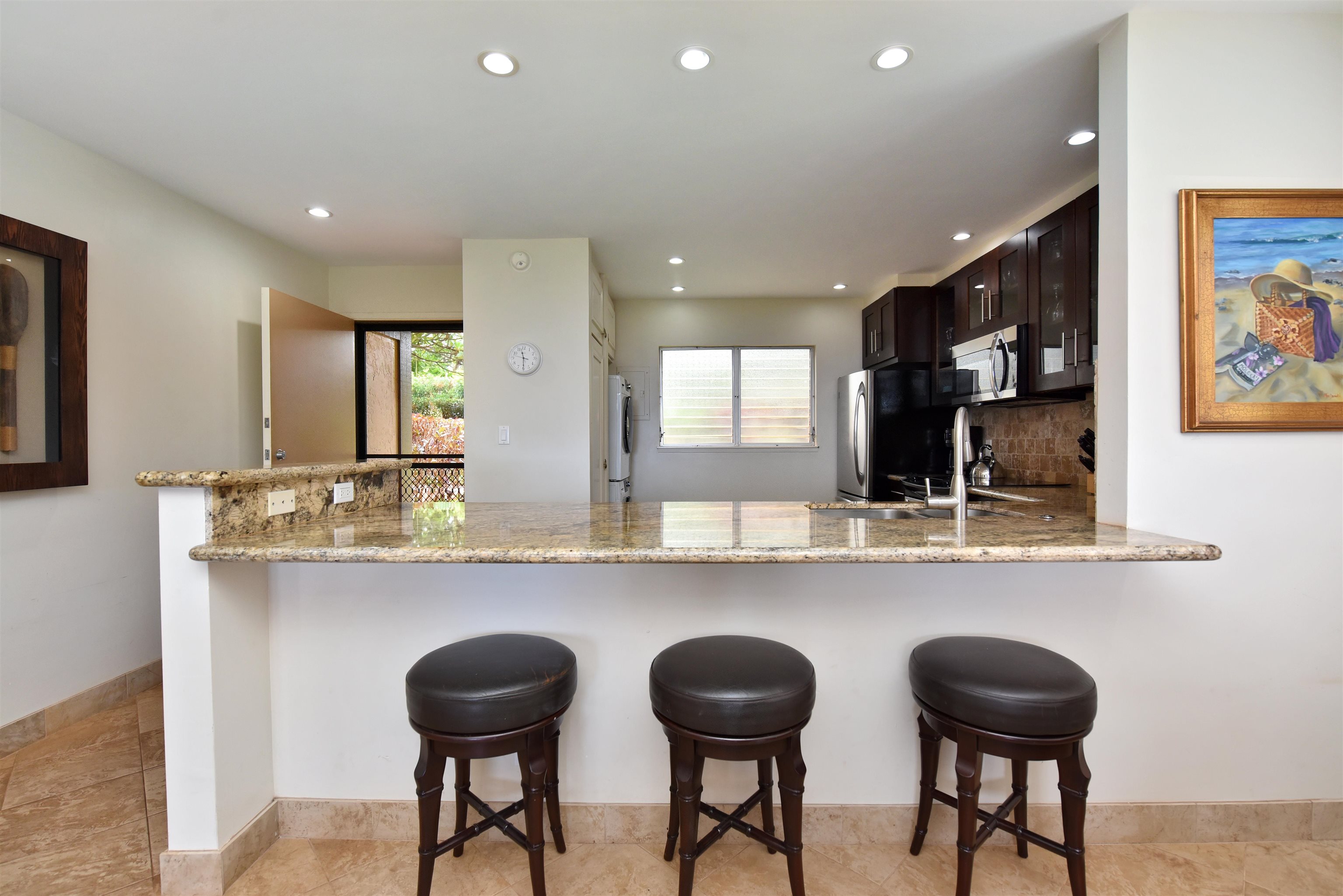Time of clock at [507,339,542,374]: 11:30
